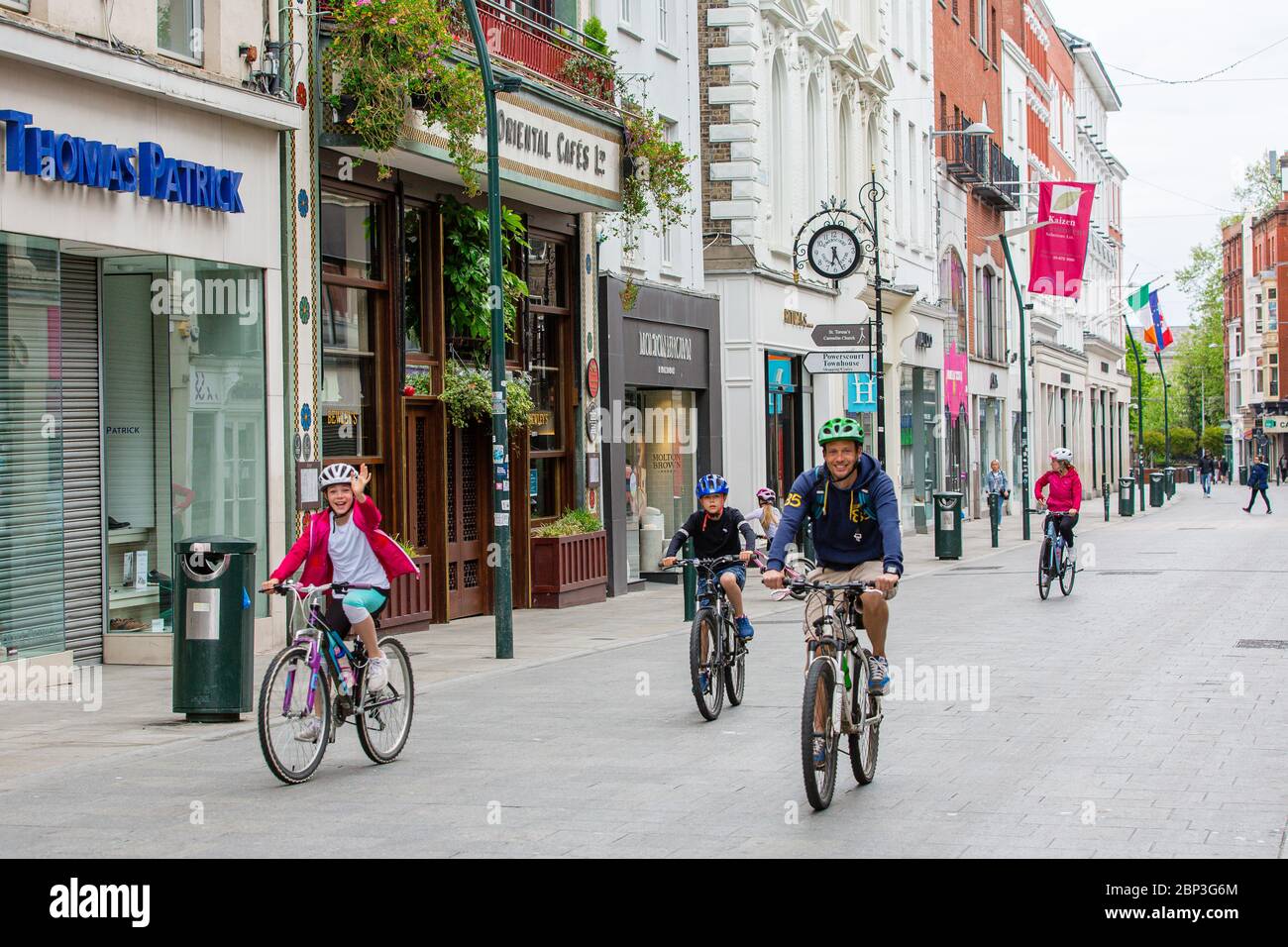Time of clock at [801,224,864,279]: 6:26
